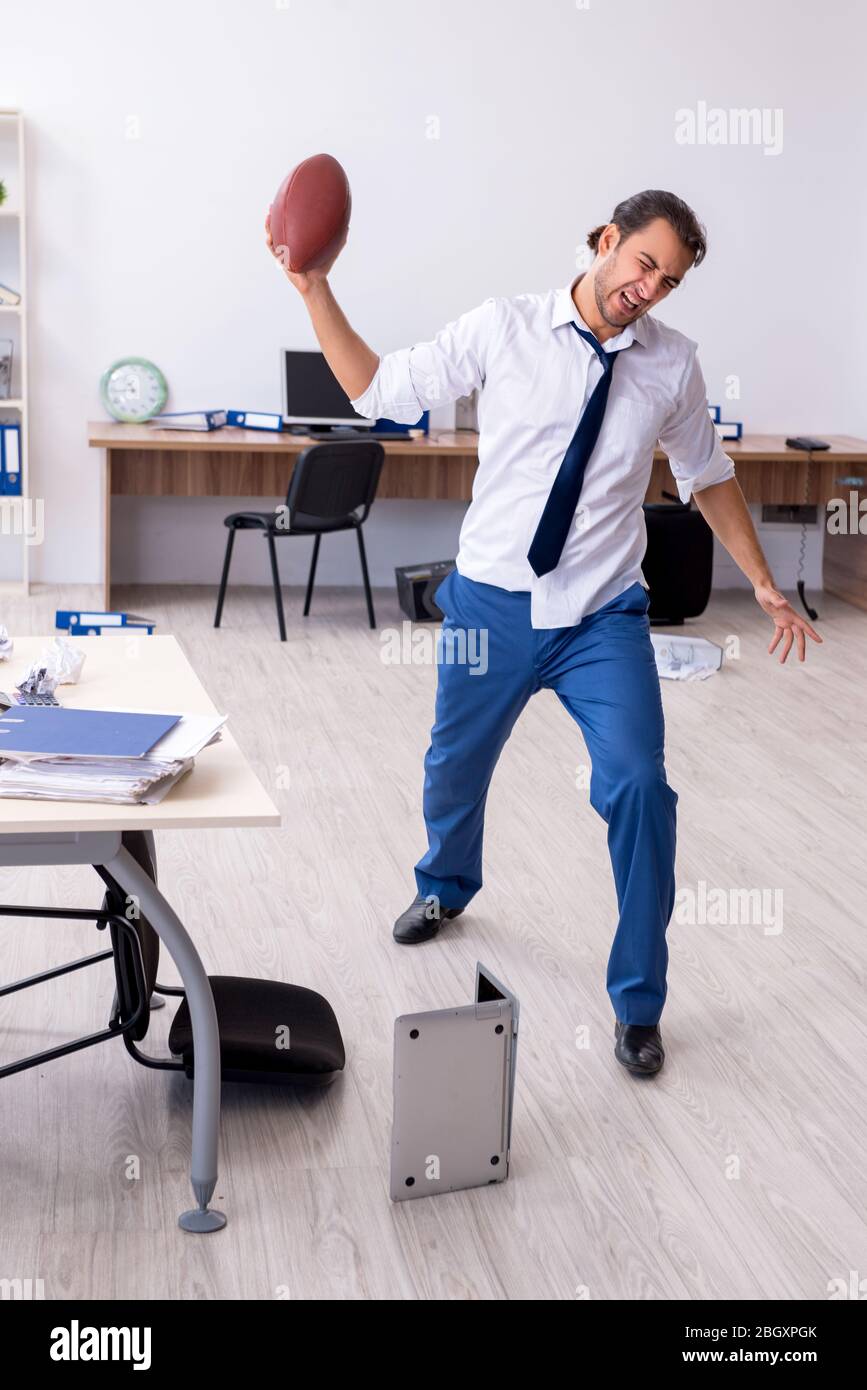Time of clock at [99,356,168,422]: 10:43
